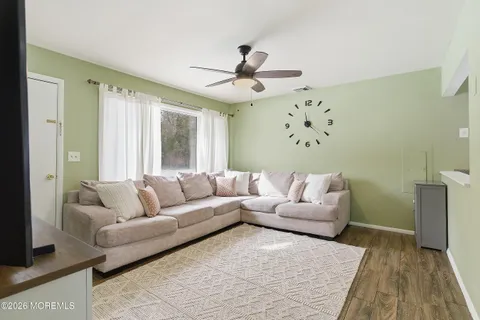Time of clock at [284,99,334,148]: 4:21
